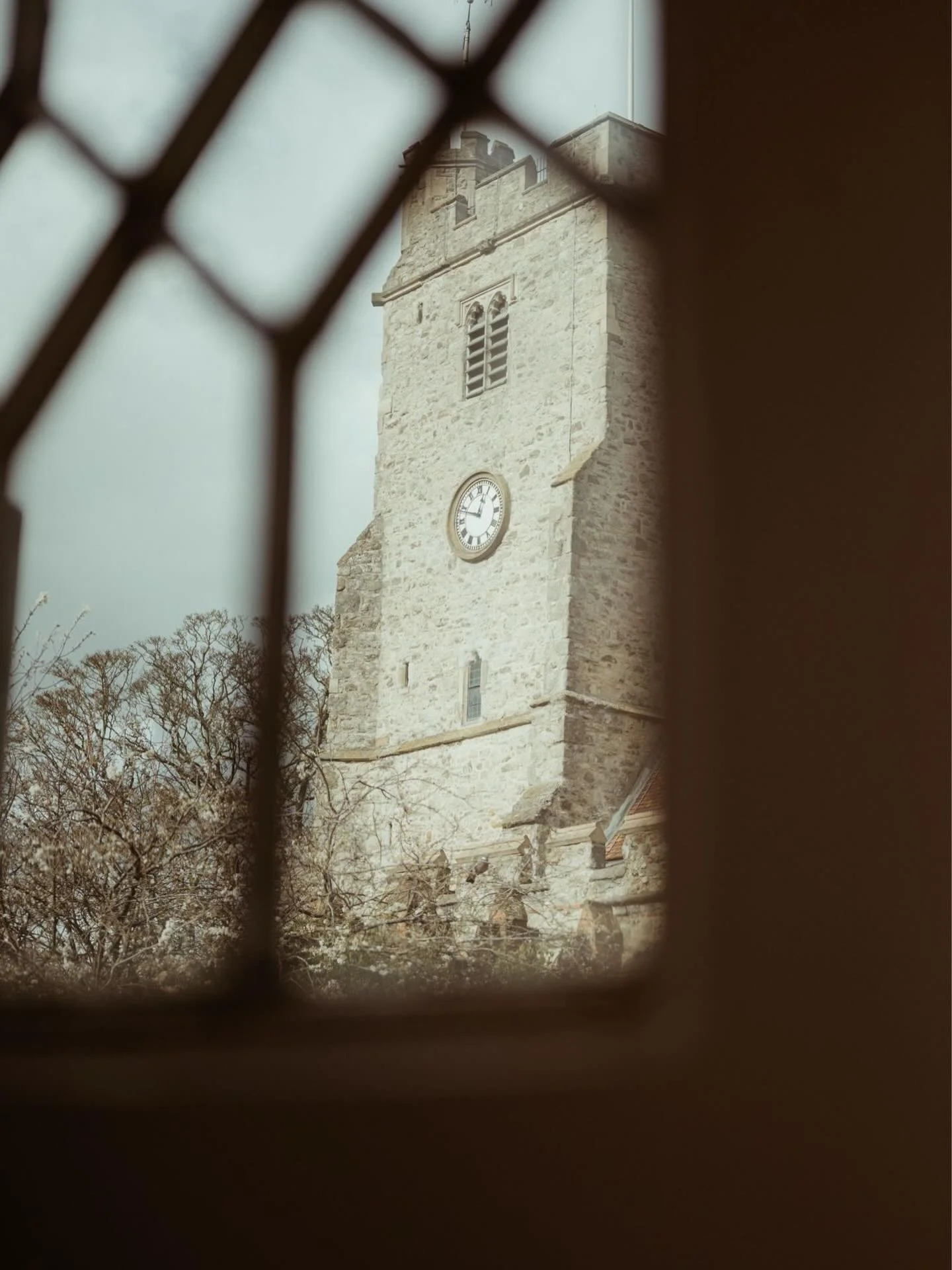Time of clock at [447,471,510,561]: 12:48
